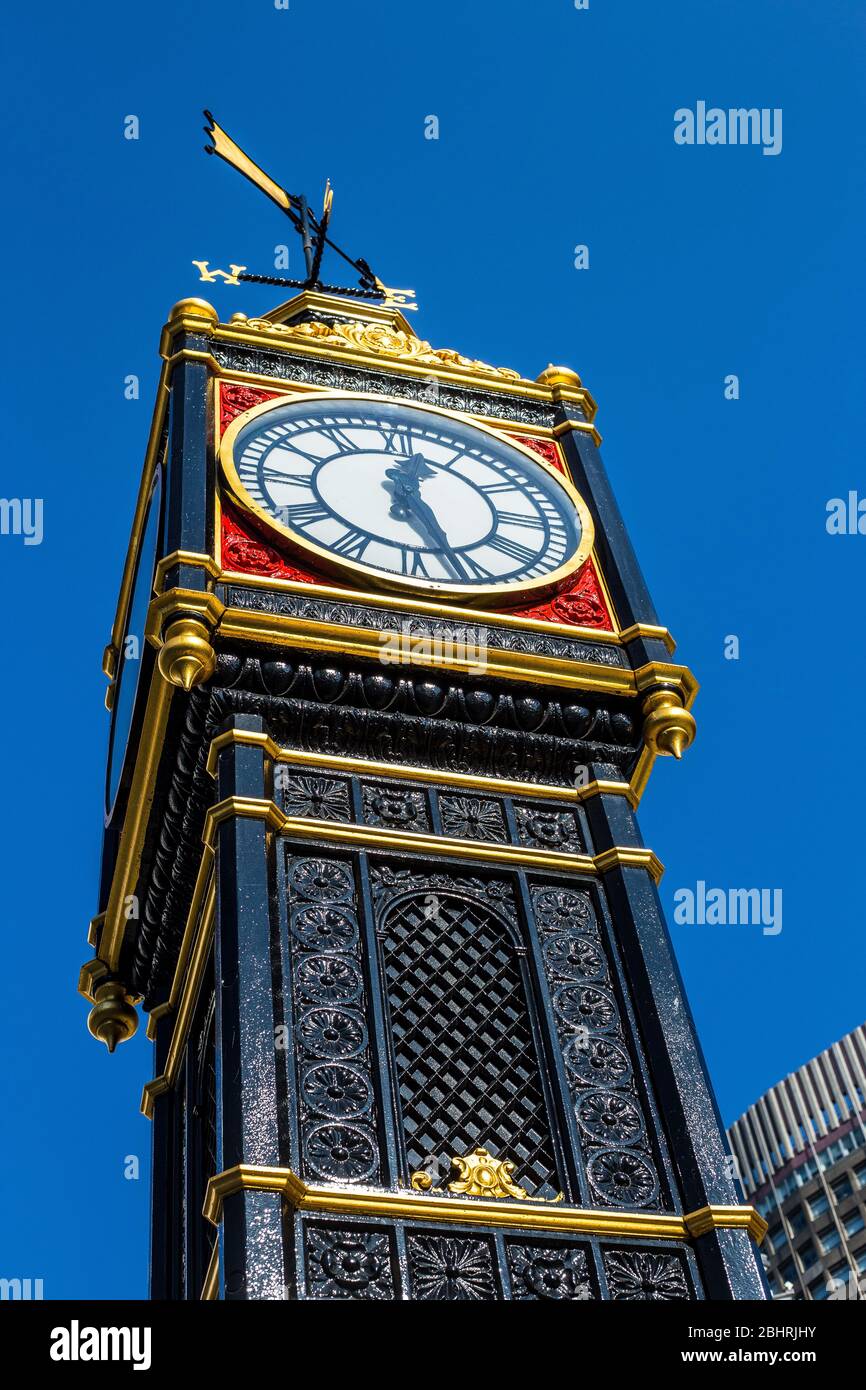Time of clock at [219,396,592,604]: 12:26
